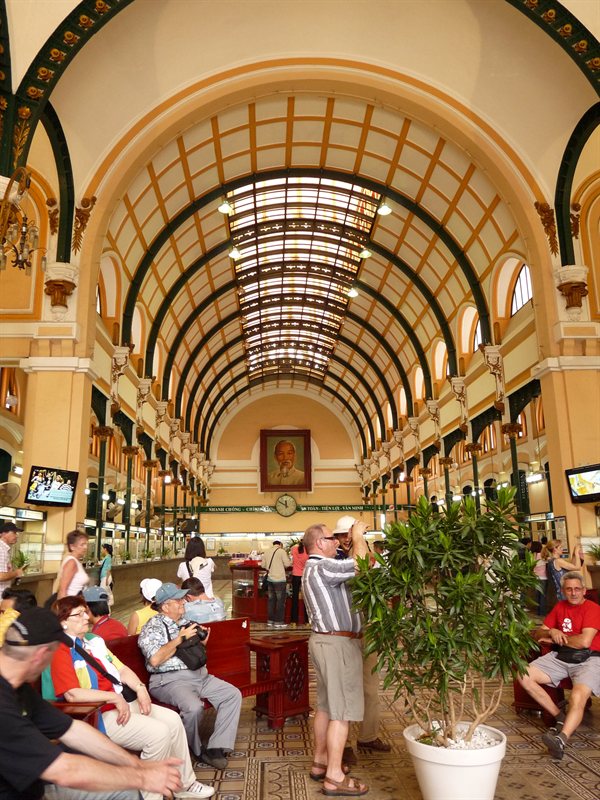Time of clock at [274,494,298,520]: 11:50
